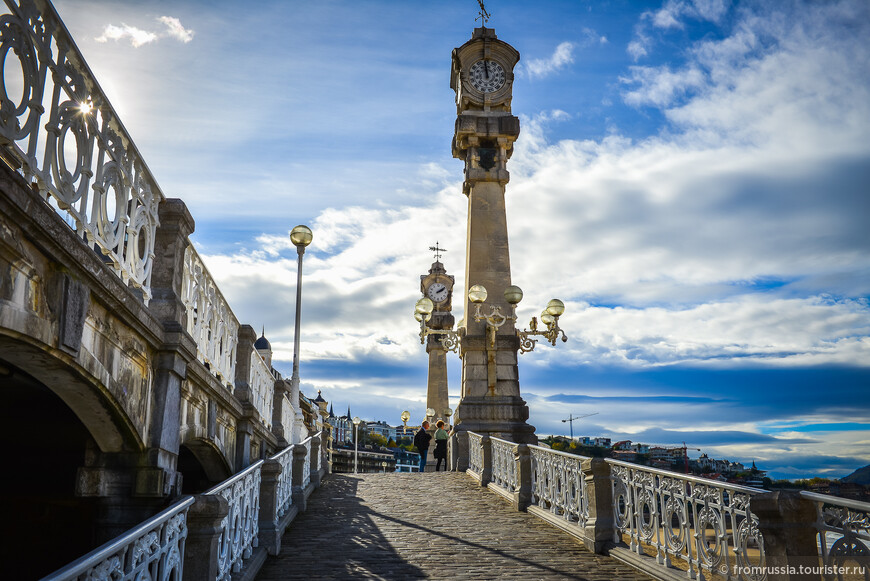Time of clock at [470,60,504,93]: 11:59
